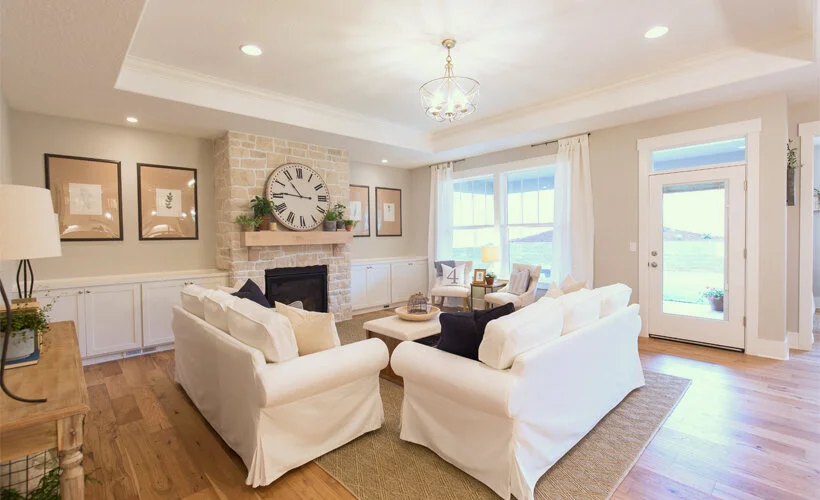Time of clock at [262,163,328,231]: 10:45
